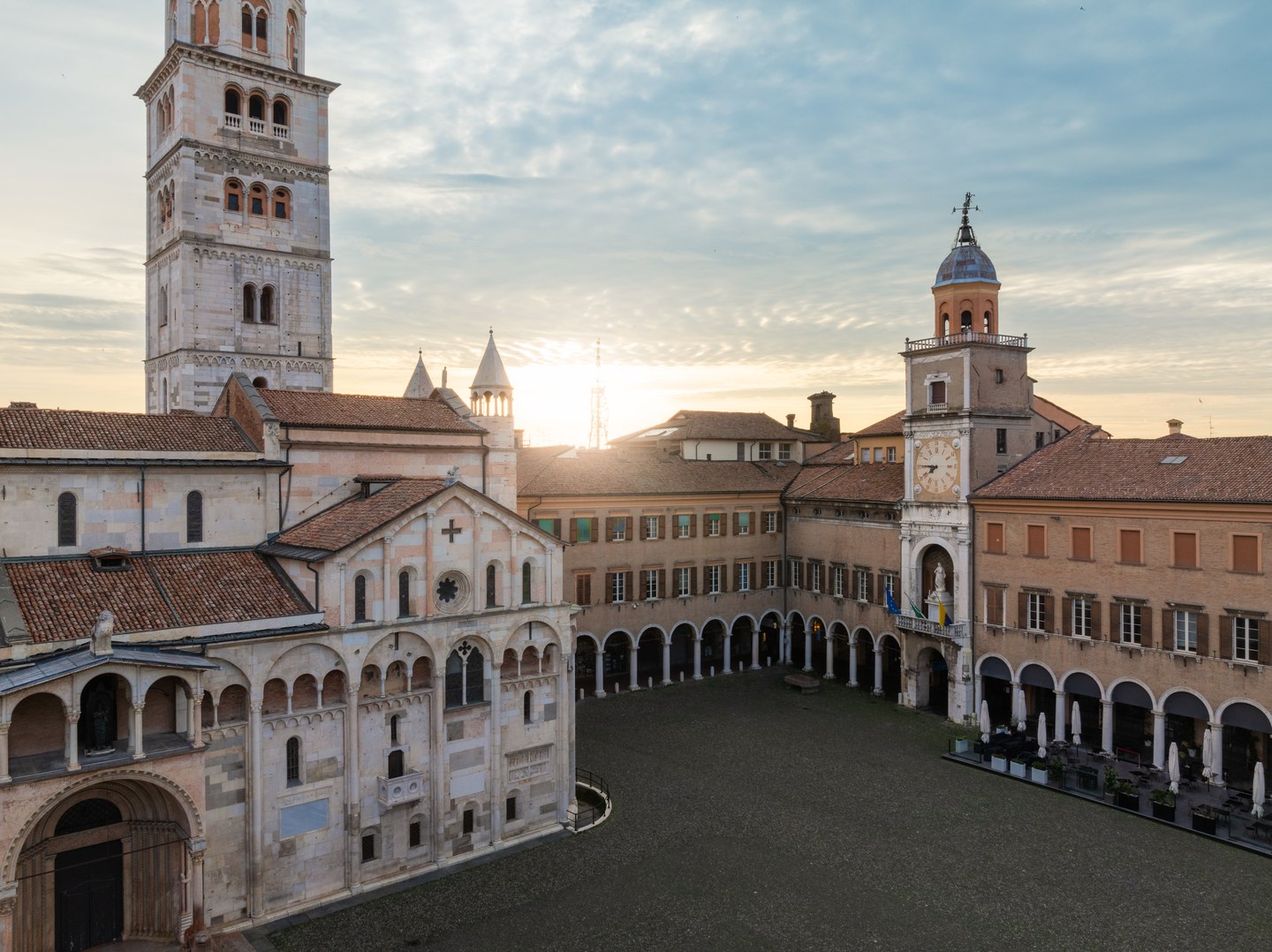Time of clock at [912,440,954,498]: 7:45
